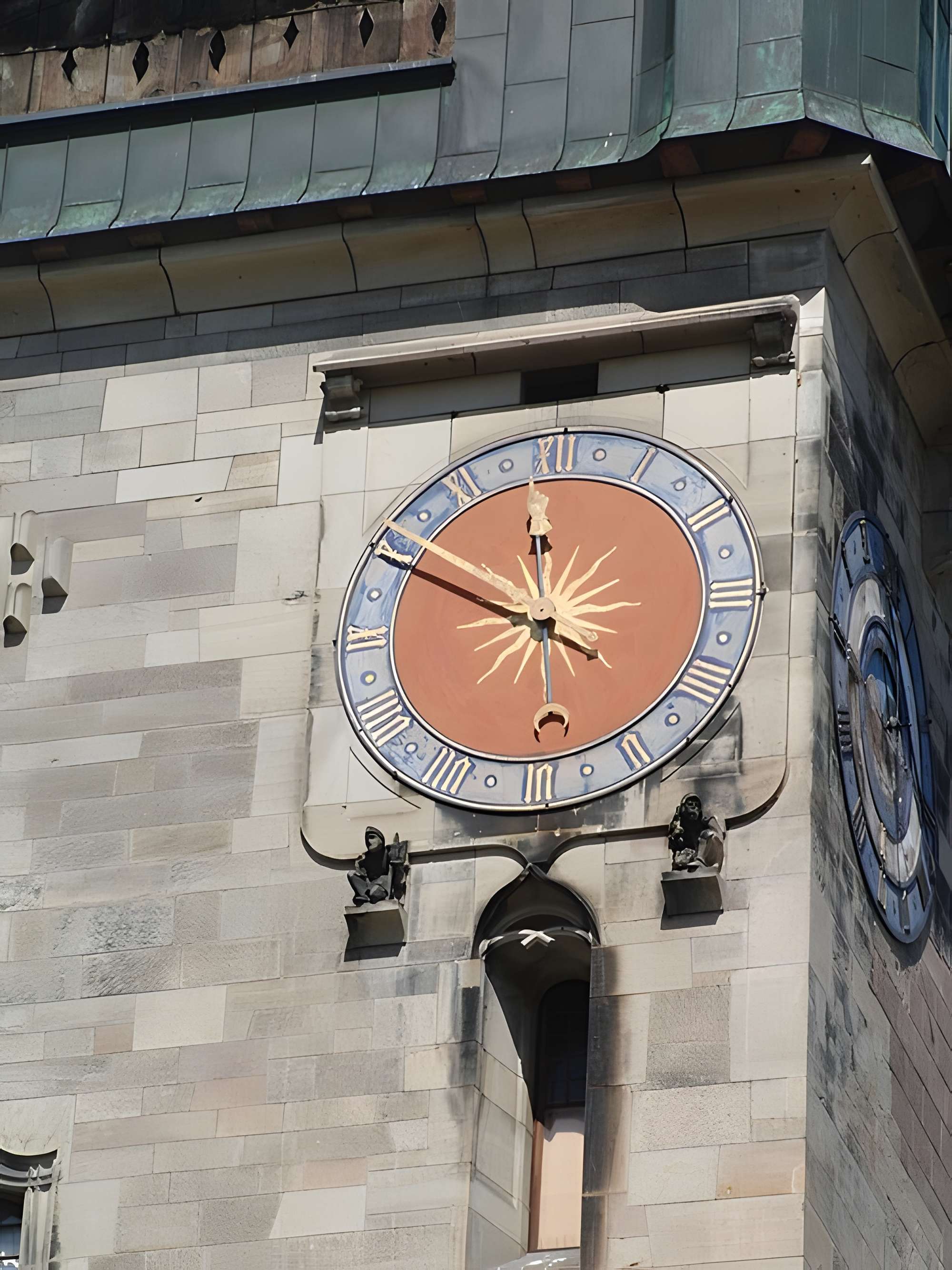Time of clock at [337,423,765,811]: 11:49
